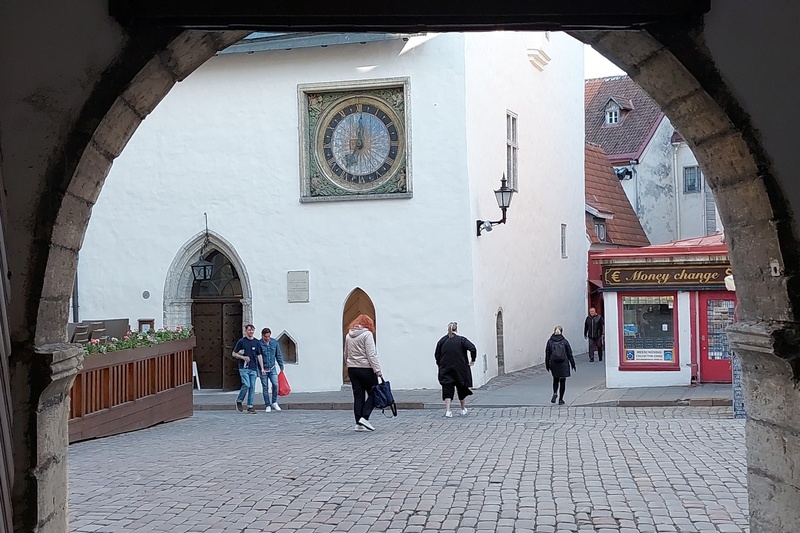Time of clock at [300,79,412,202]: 7:01
